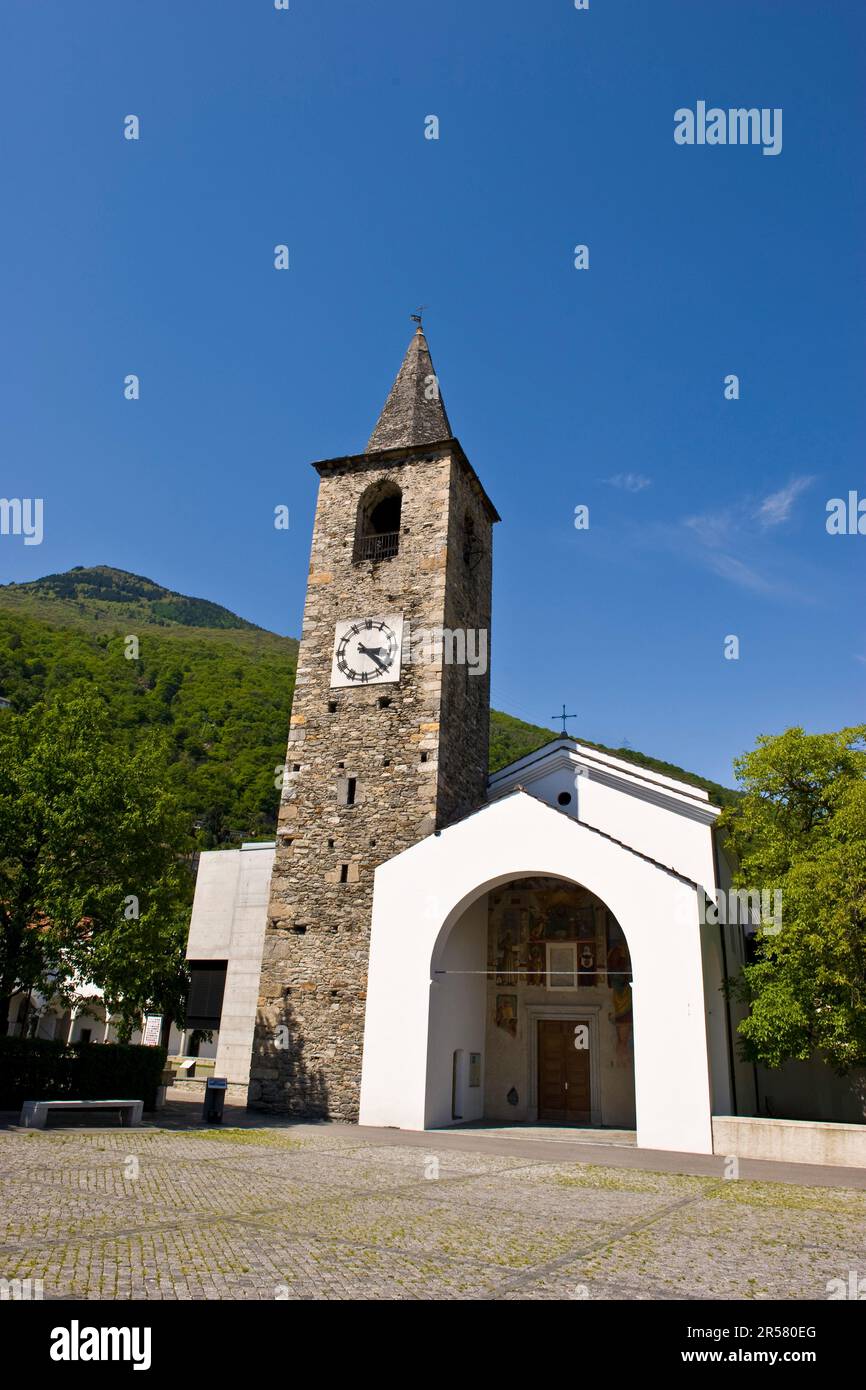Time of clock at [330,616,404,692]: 3:22
